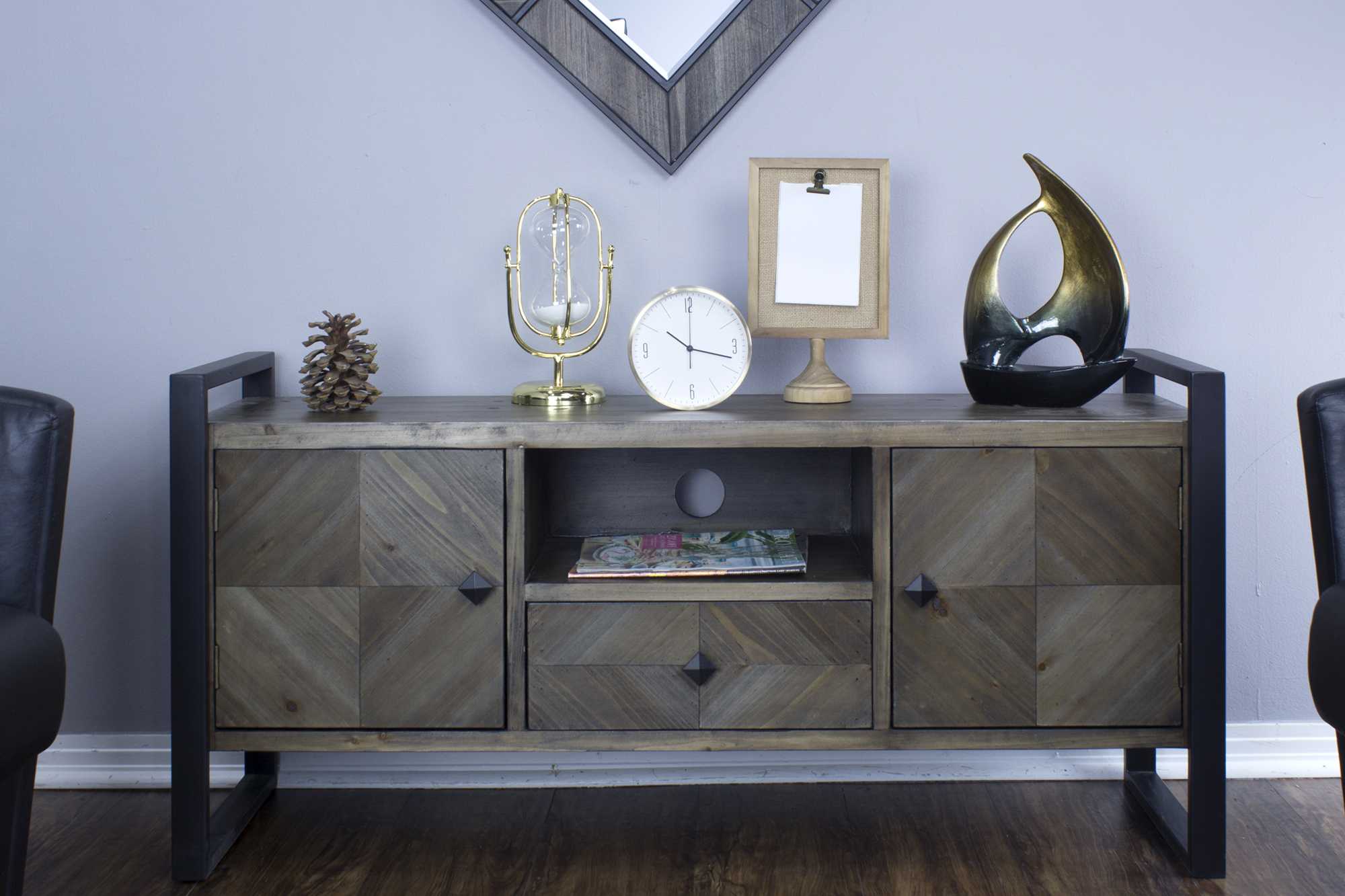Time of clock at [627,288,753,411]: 10:17
